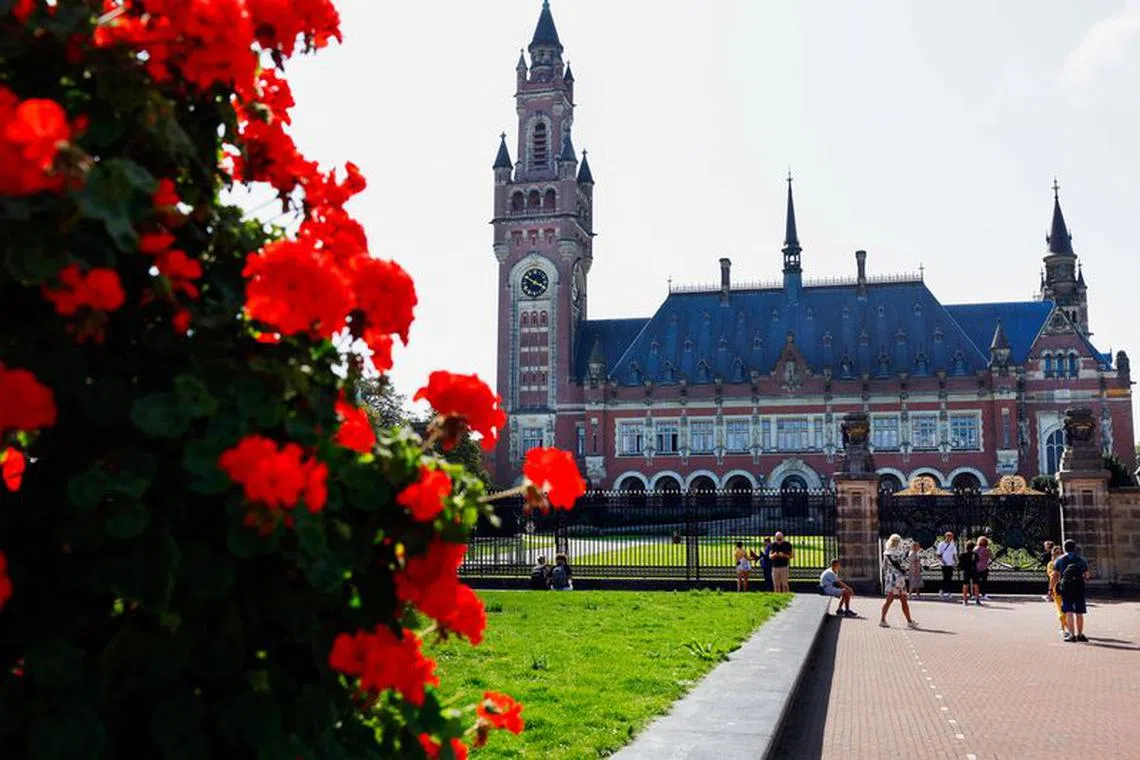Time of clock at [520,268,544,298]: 3:48
